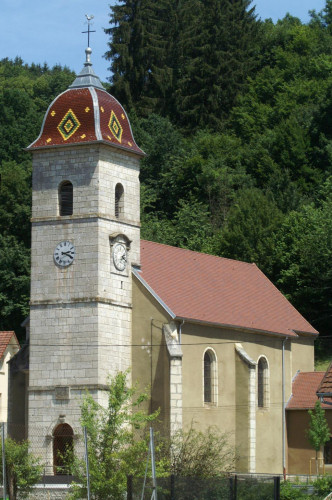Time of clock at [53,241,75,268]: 2:18
